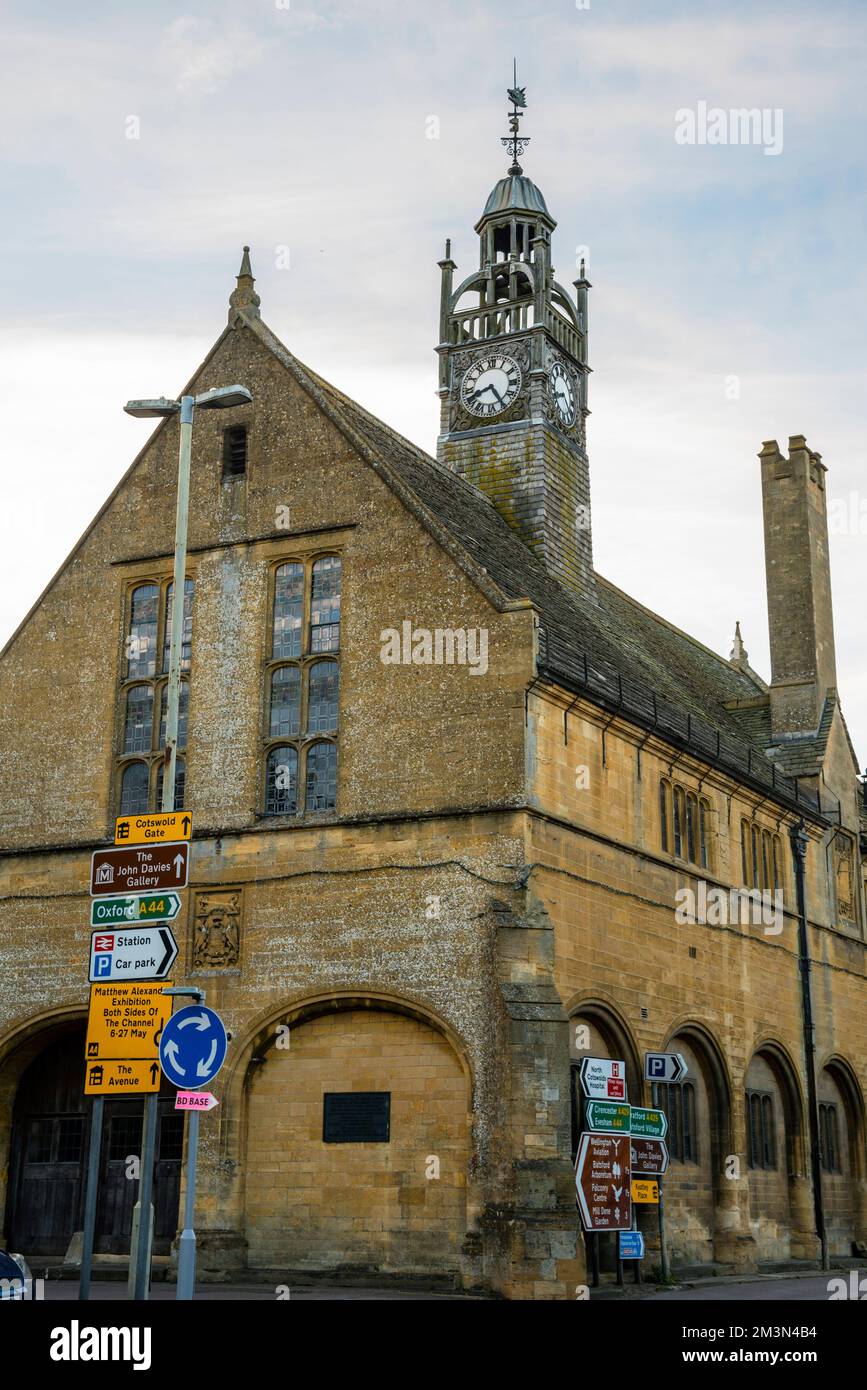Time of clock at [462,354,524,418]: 8:24
